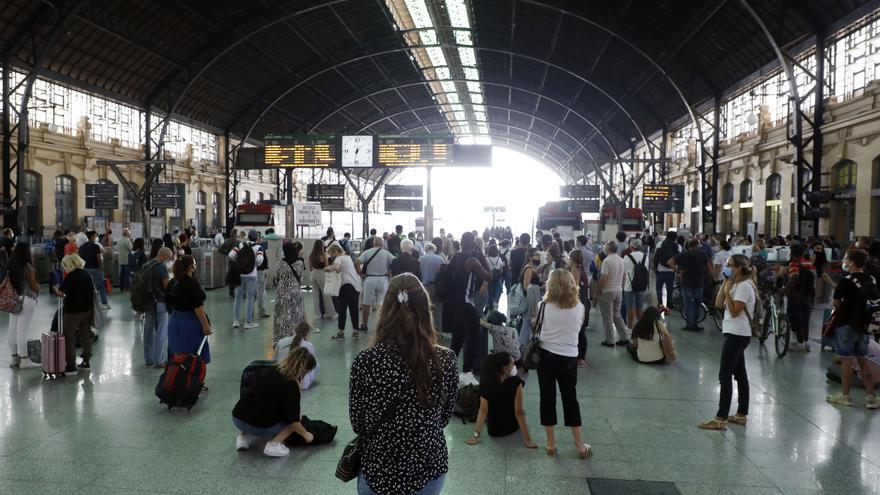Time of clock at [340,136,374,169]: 6:32
